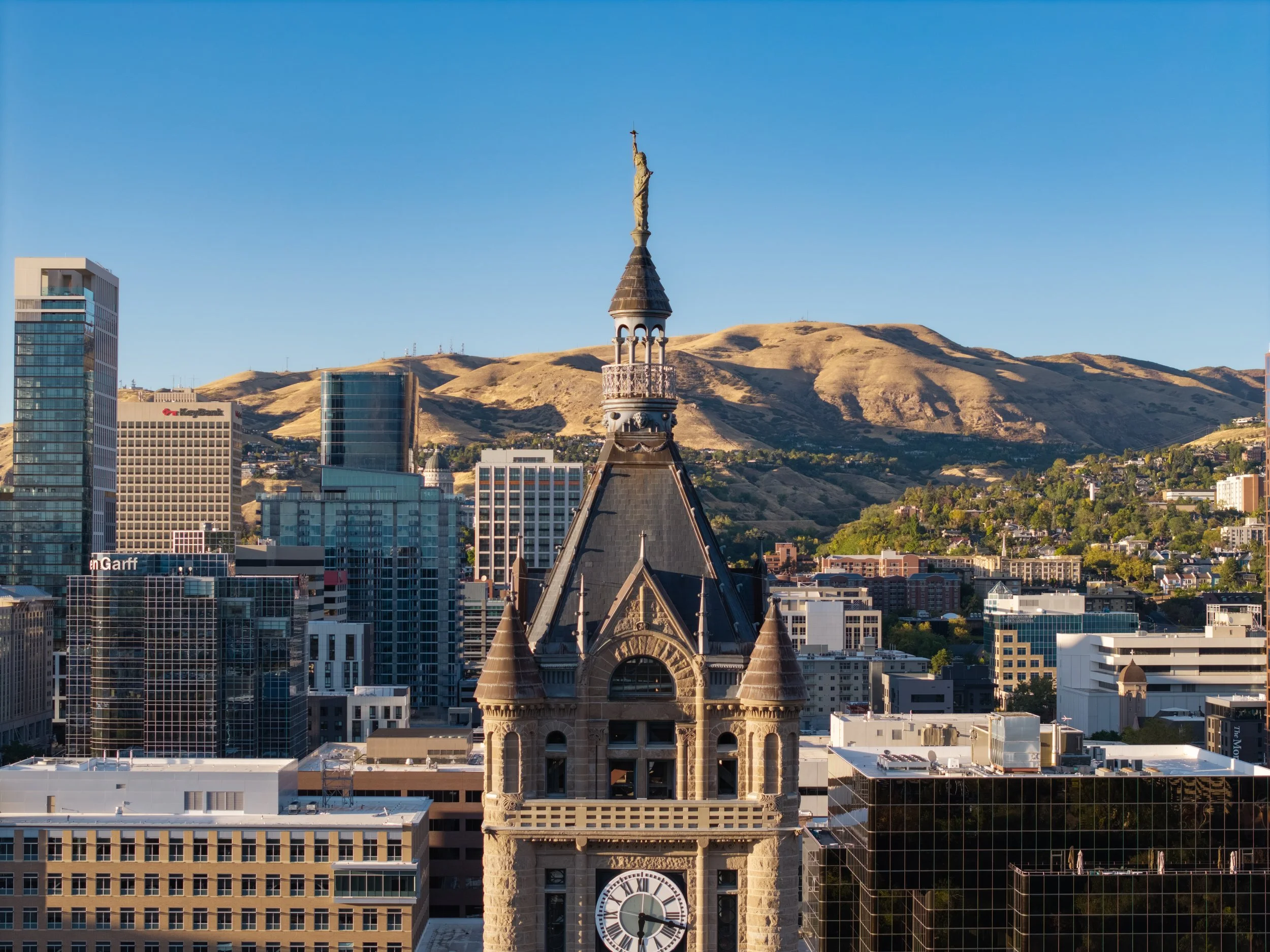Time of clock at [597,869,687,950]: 6:17
